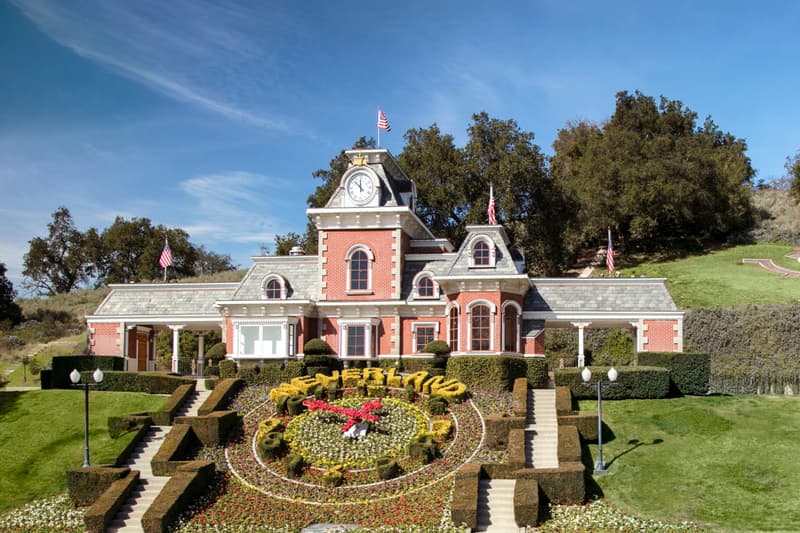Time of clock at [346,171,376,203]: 11:52
